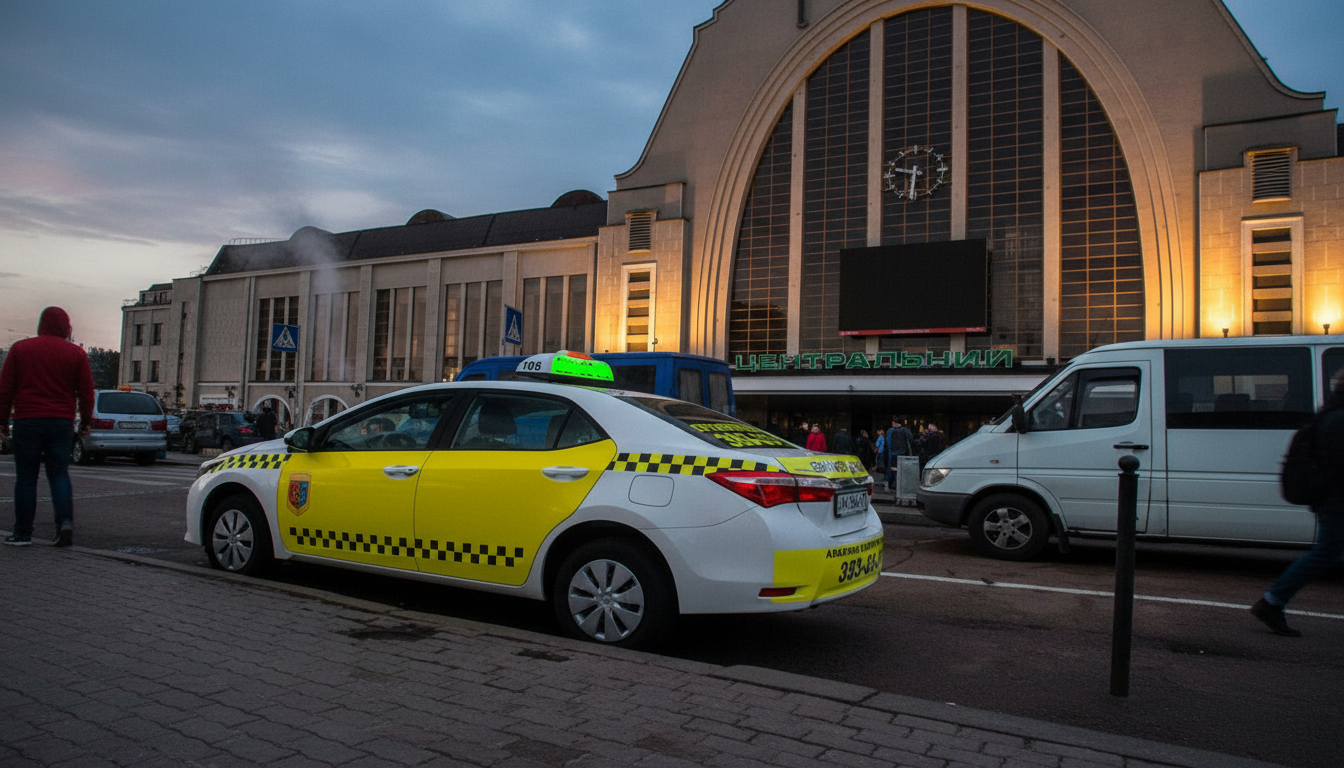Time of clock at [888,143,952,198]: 9:31
